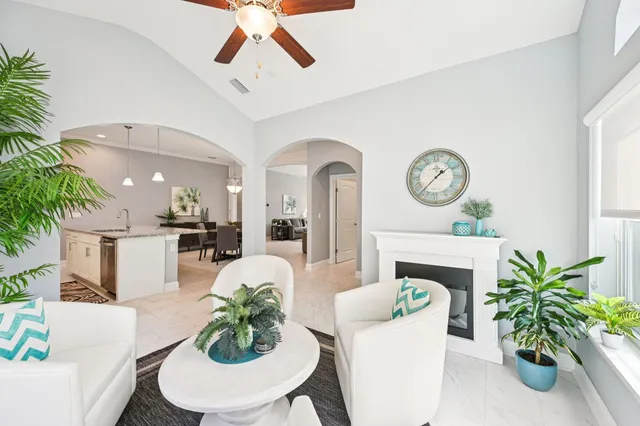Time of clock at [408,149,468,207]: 1:36
